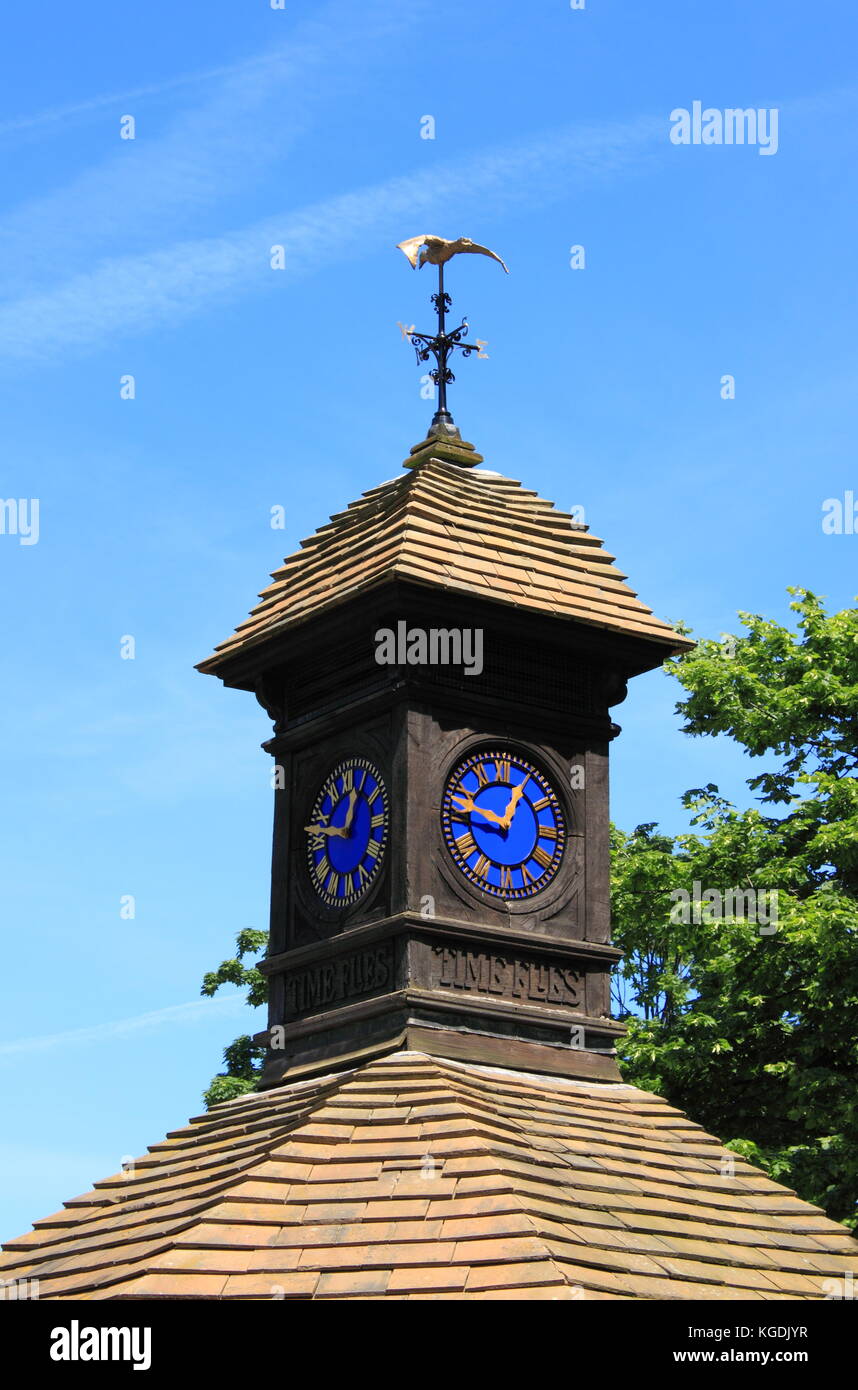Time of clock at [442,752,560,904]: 12:47
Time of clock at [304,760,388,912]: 12:47
